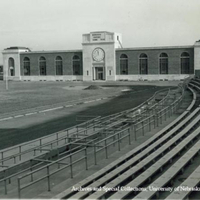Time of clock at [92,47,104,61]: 11:37
